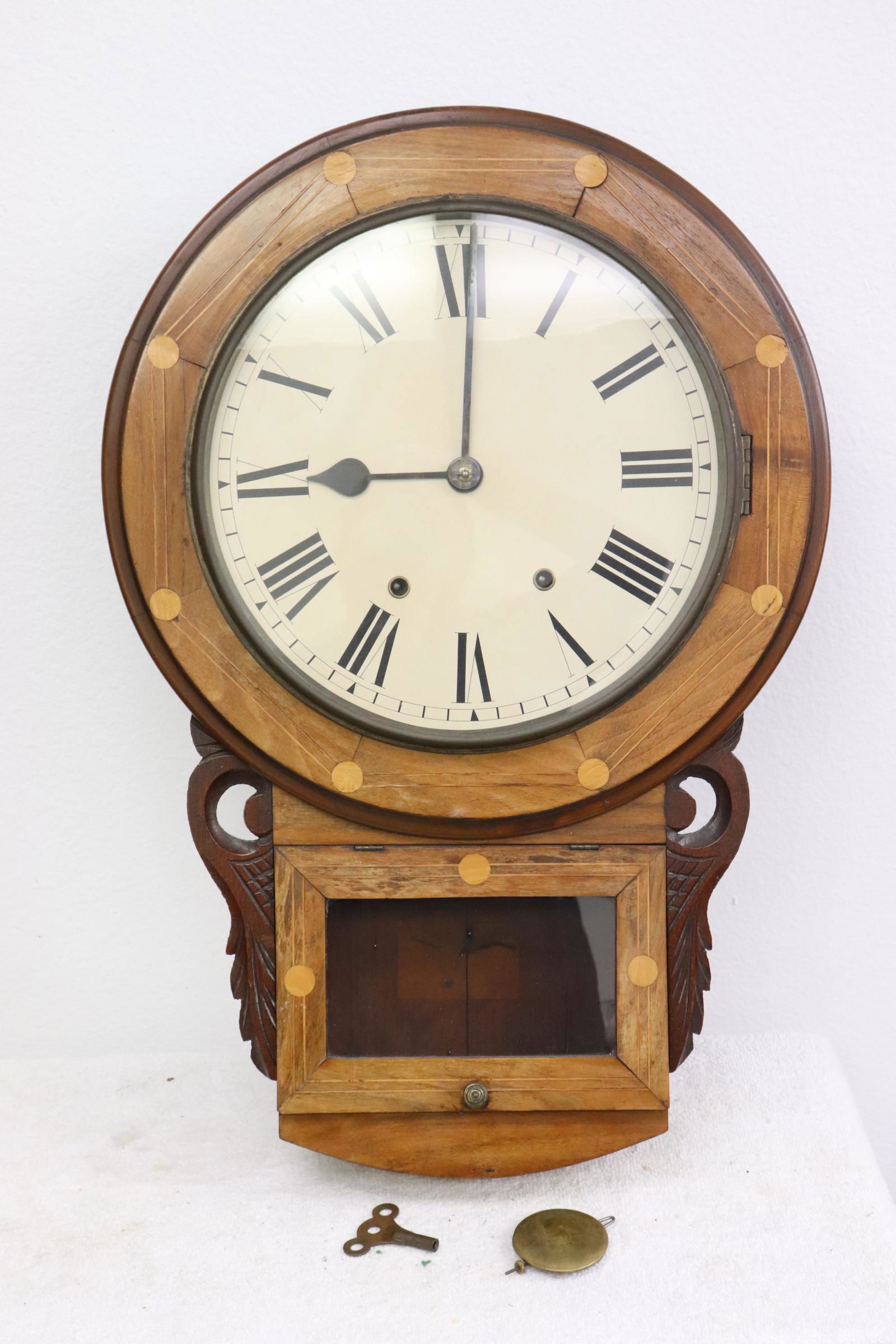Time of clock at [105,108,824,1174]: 9:00
